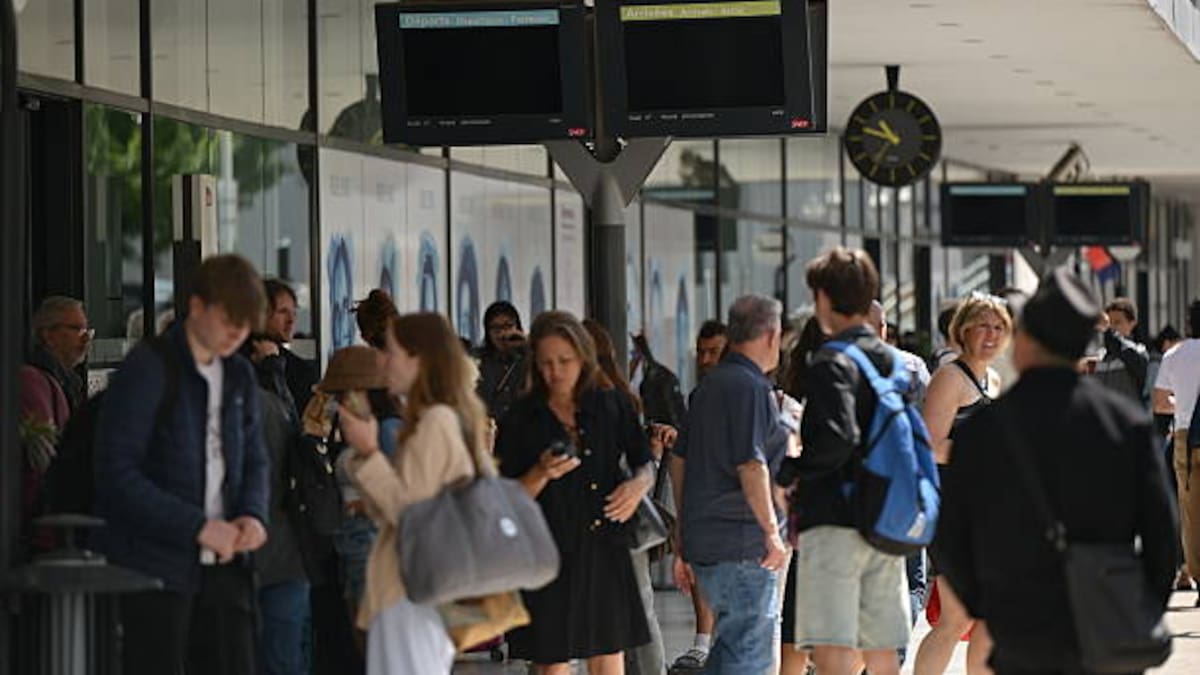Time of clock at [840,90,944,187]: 10:47
